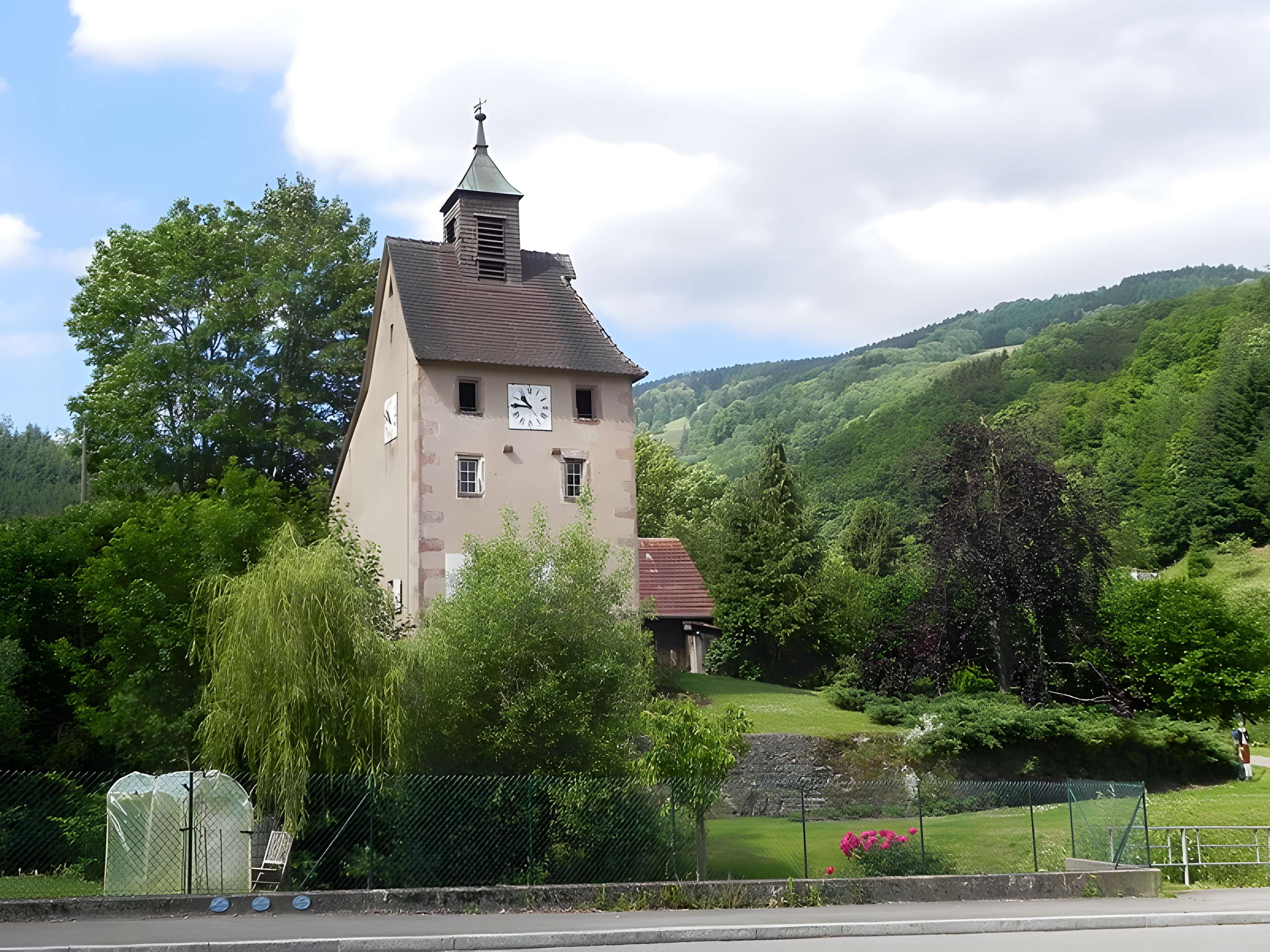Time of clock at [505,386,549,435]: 10:45
